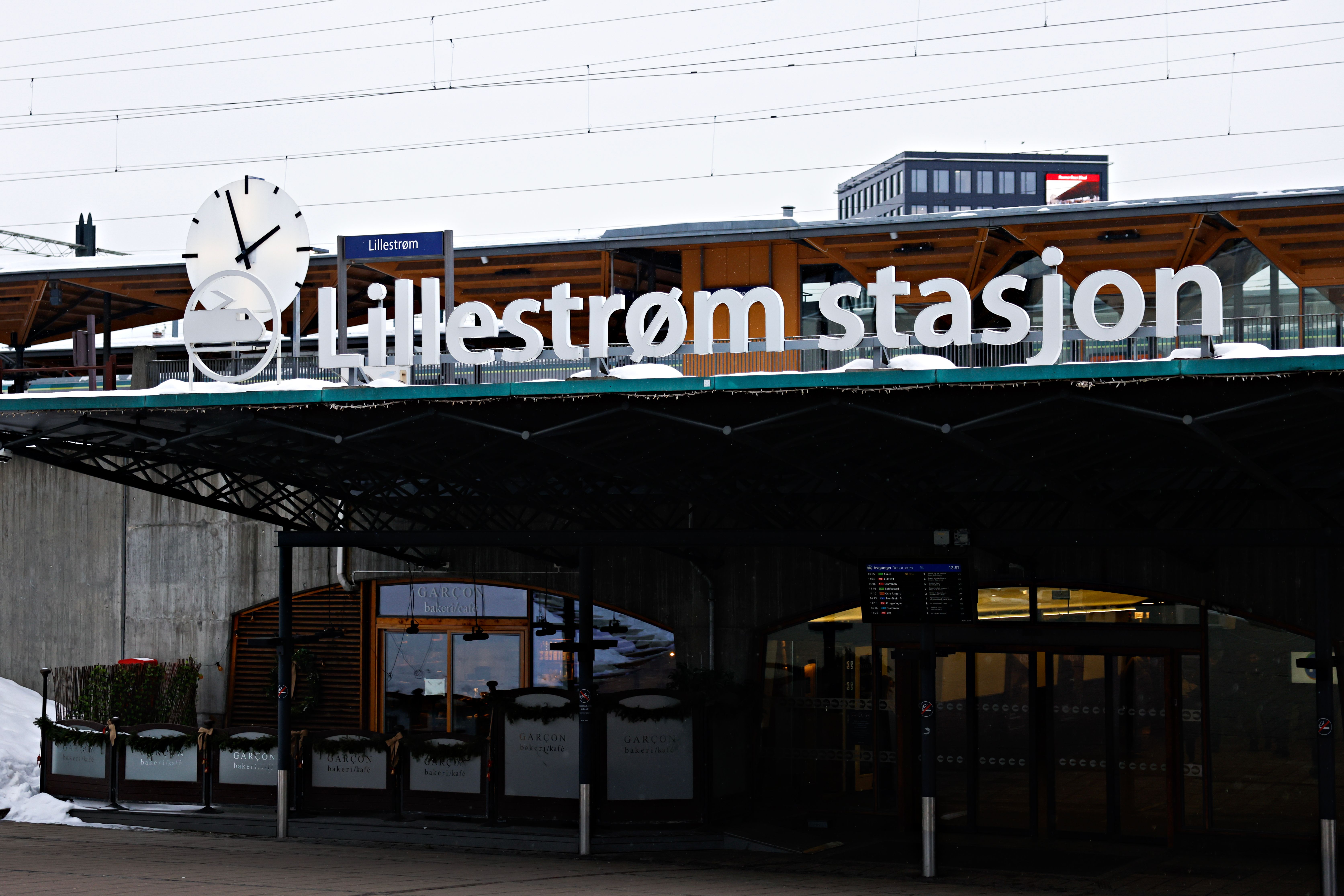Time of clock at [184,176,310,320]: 1:56
